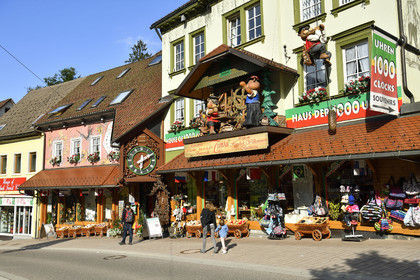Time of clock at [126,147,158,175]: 6:10
